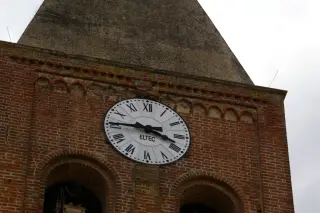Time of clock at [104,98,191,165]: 3:45
